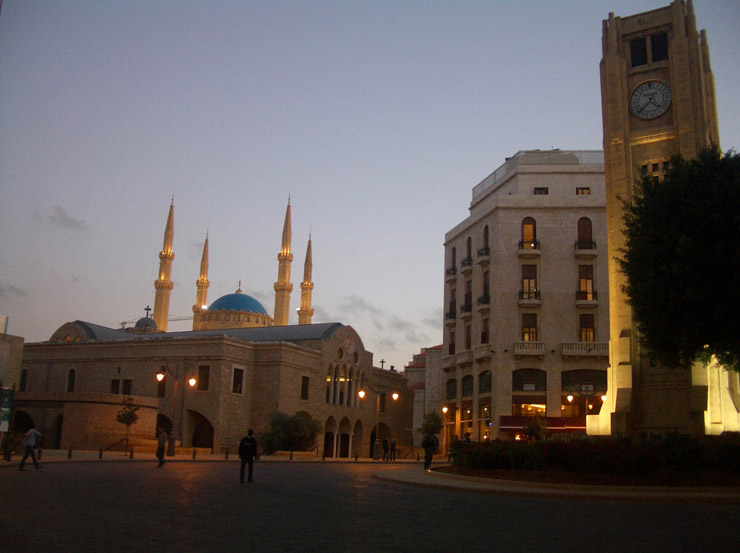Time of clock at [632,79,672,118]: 4:37
